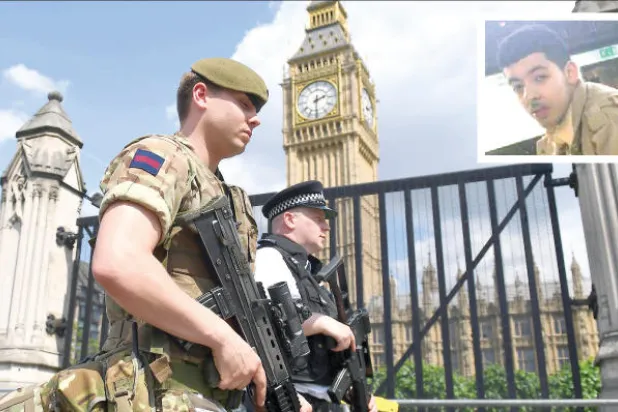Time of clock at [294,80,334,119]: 2:30
